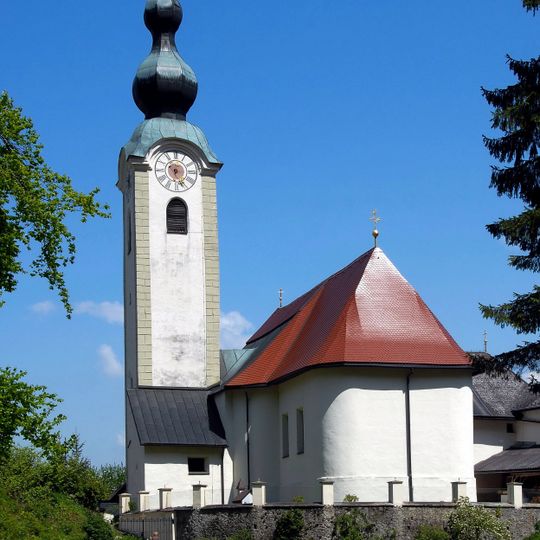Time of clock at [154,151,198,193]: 6:26
